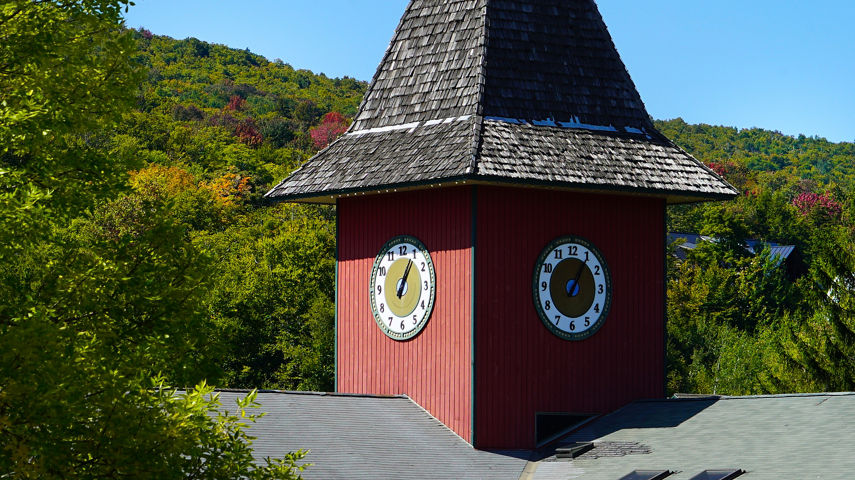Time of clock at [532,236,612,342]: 1:05
